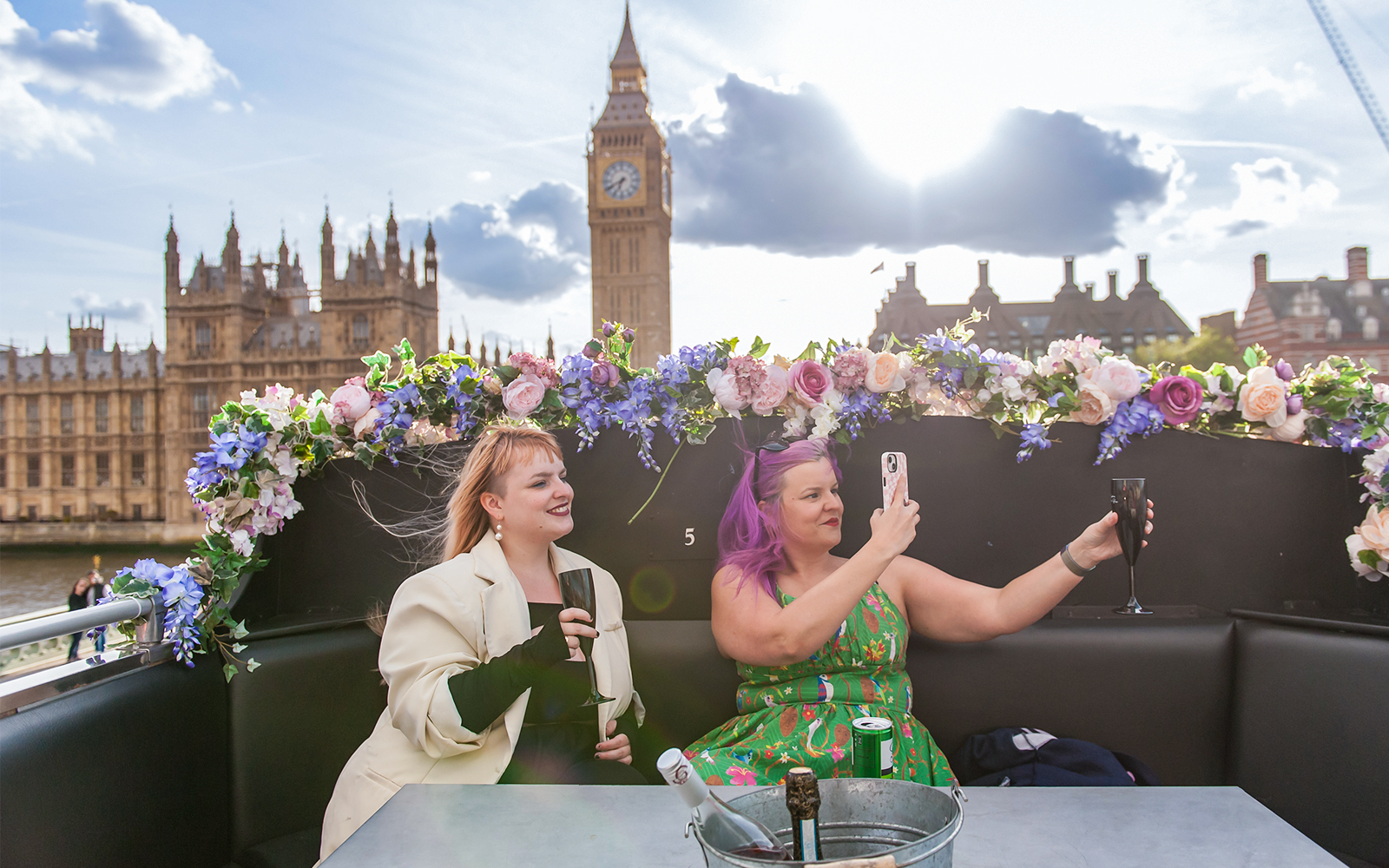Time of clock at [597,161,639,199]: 6:40
